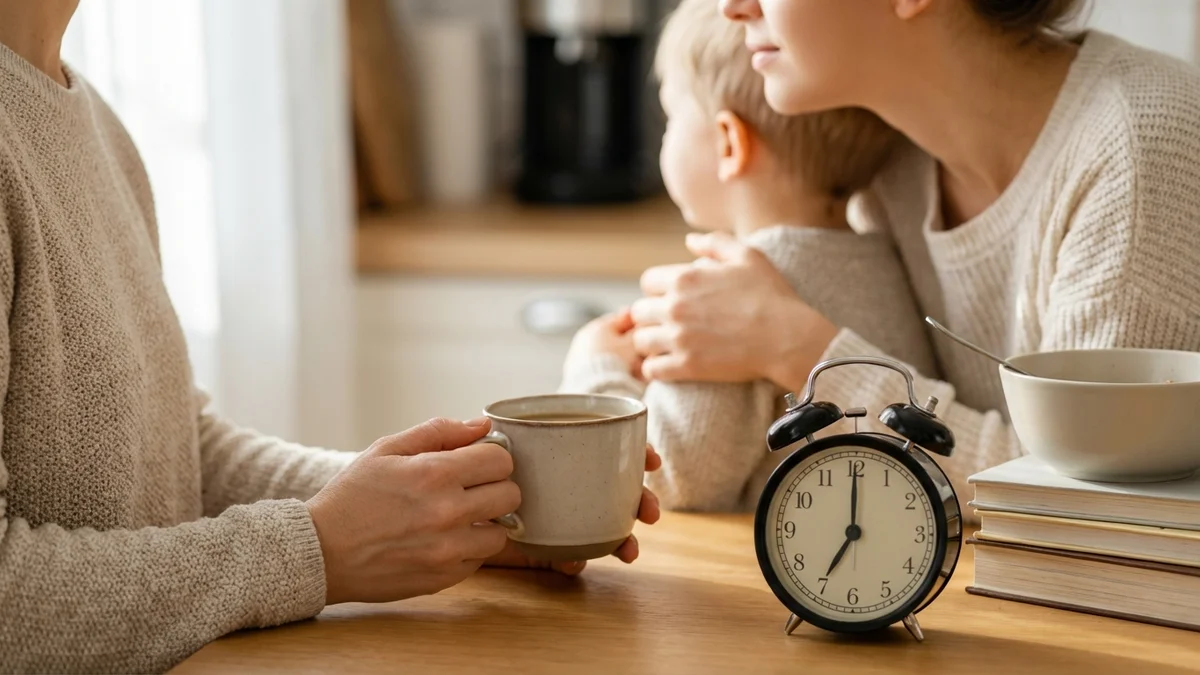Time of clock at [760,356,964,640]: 7:00
